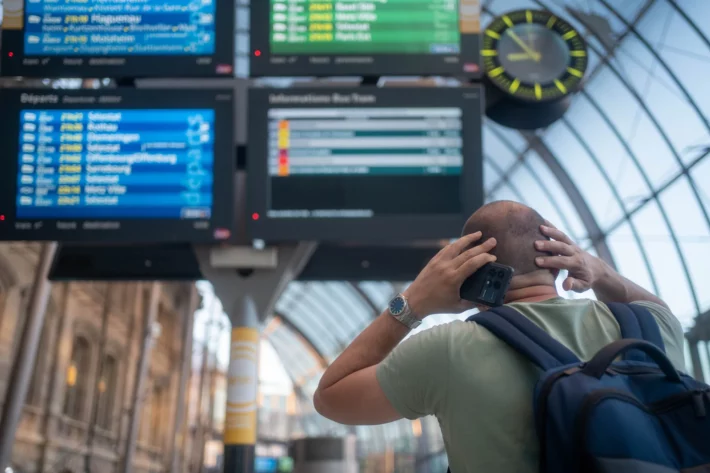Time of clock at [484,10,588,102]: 8:53
